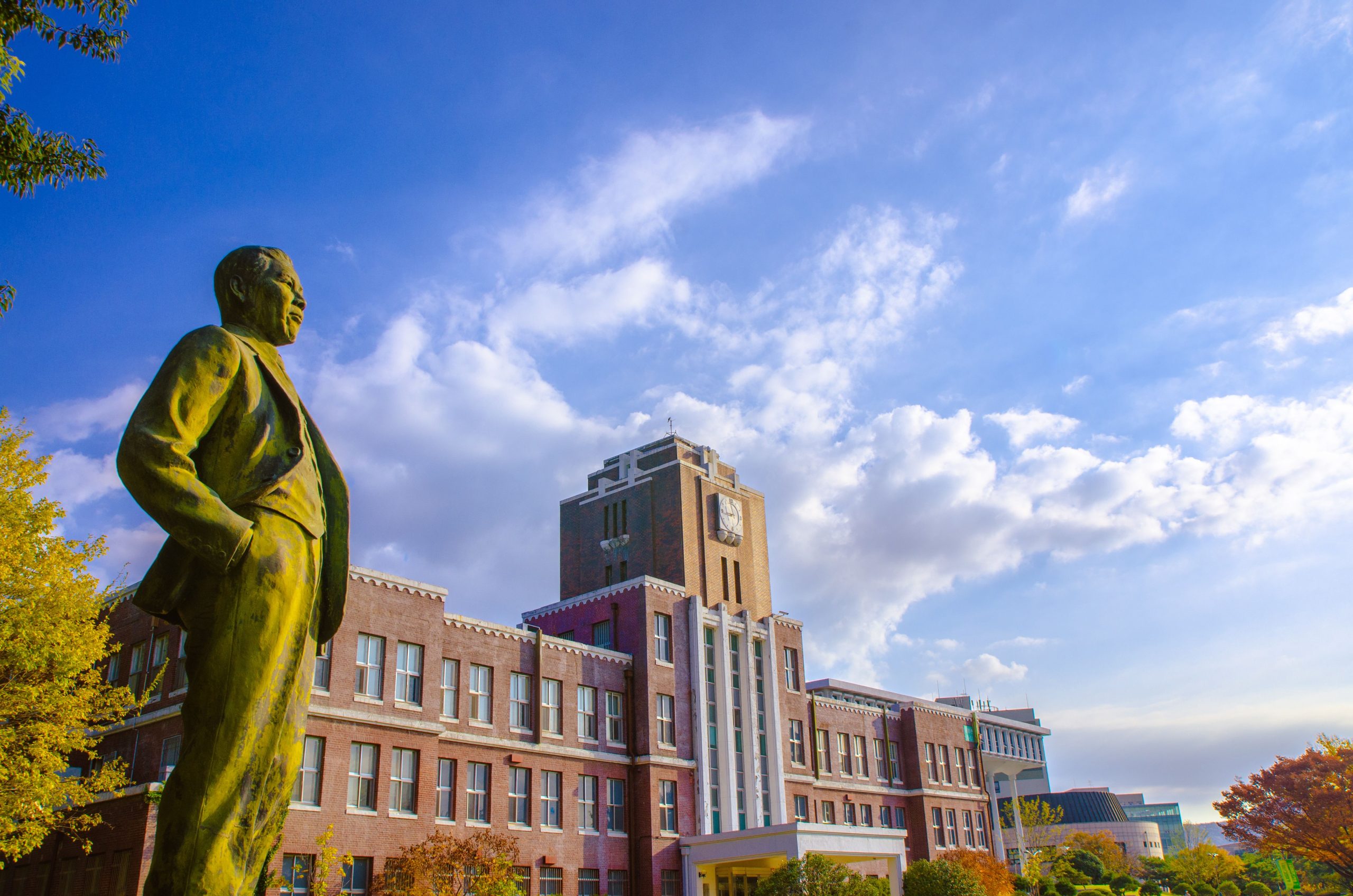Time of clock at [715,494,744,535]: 11:43
